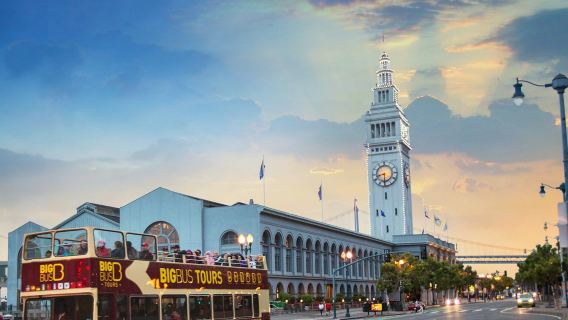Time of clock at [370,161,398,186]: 8:30
